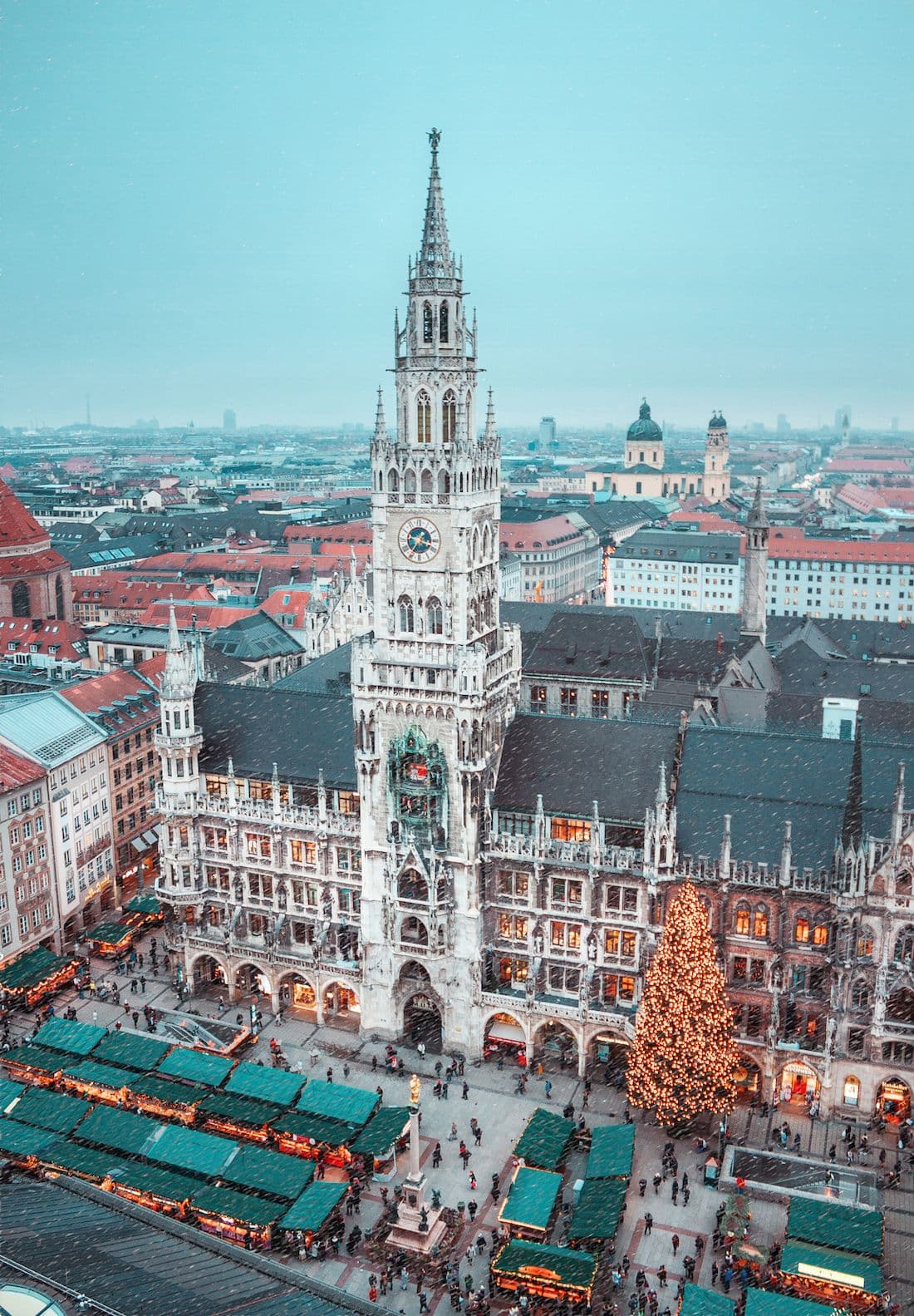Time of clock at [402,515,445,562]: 3:36
